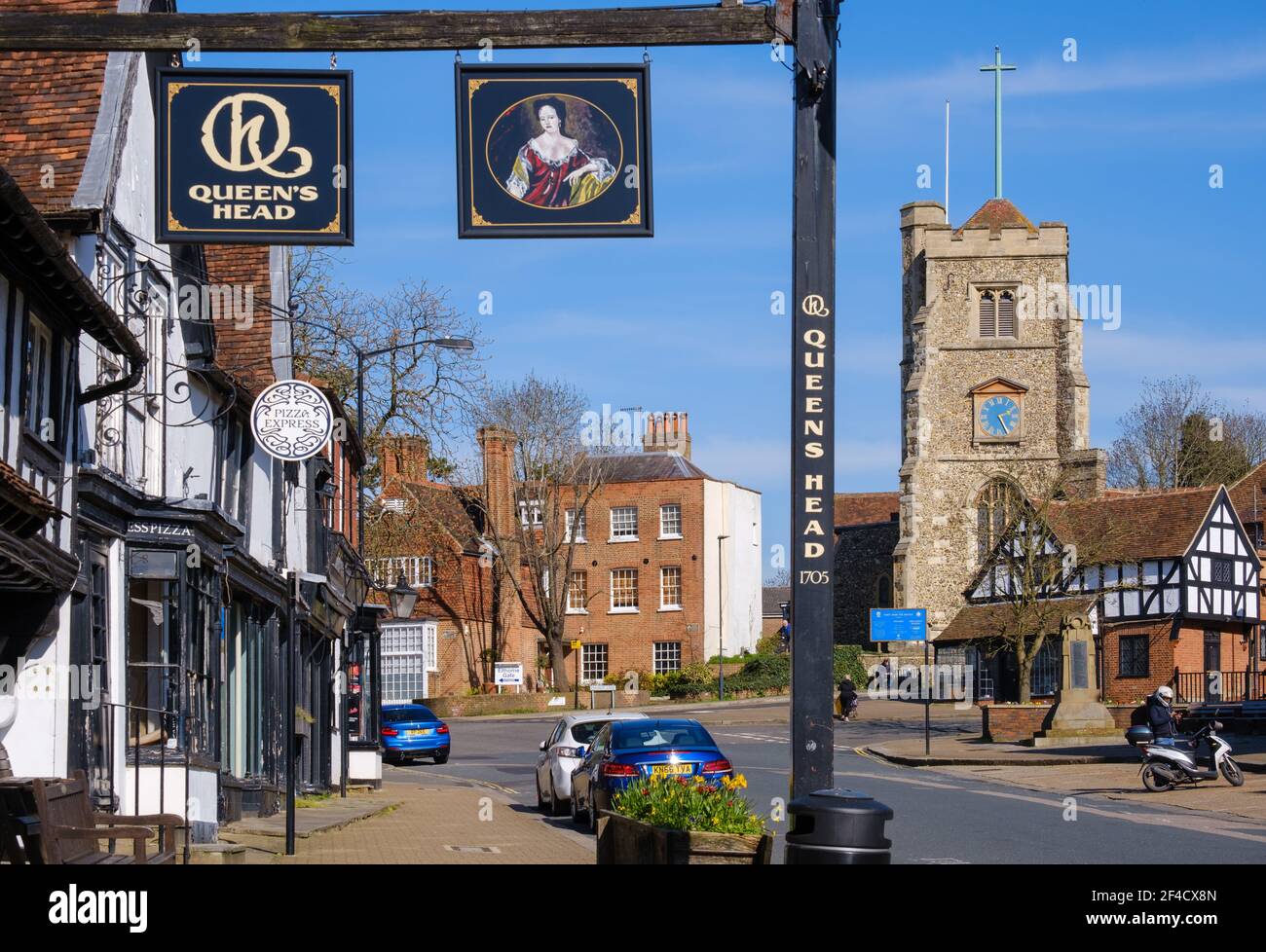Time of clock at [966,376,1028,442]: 2:25
